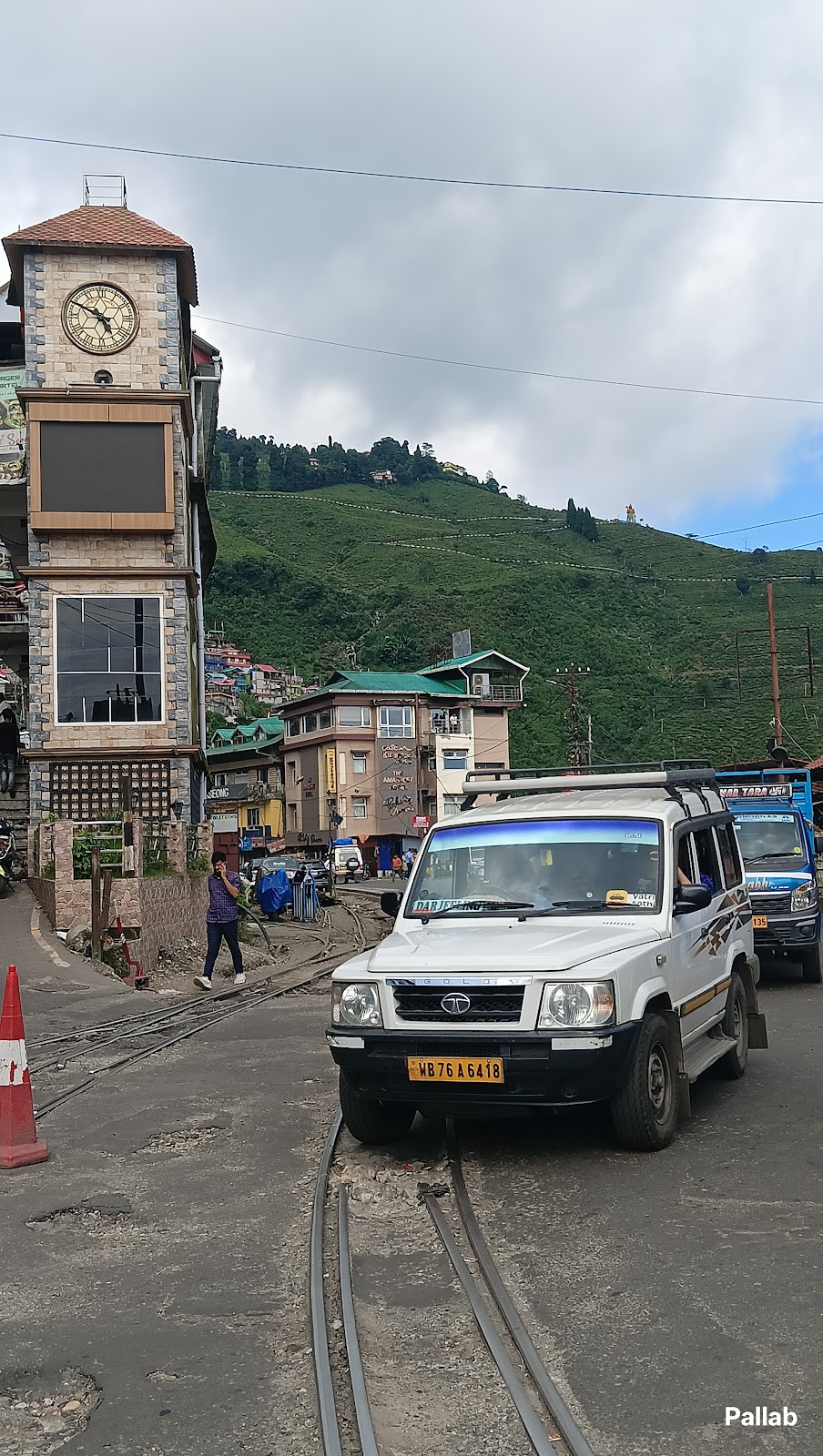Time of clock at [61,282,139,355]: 4:49
